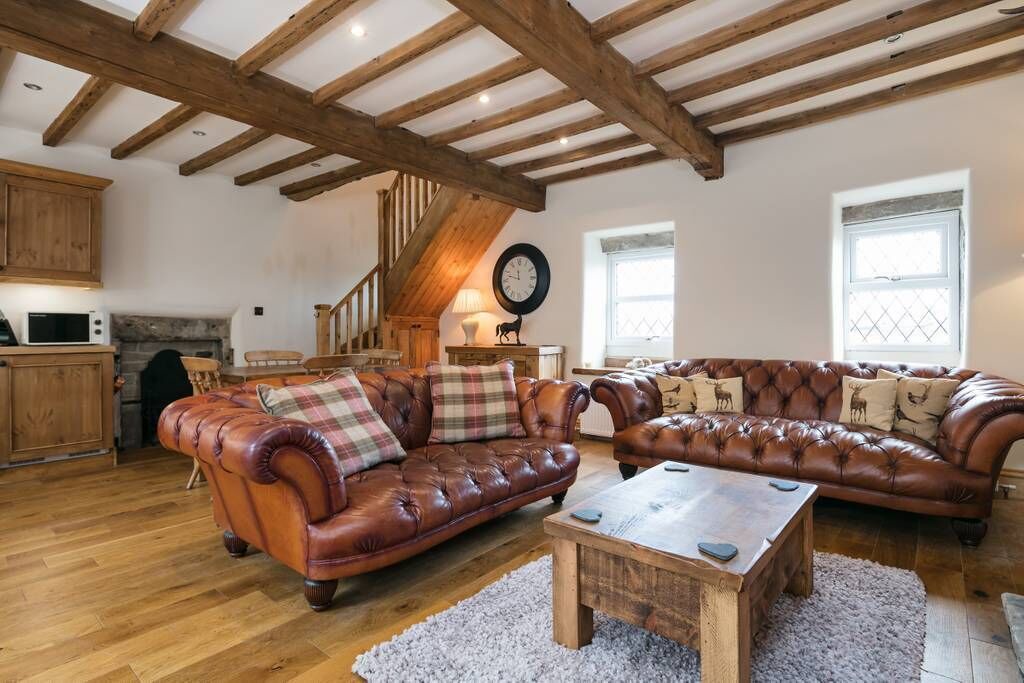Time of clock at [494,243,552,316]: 11:47
